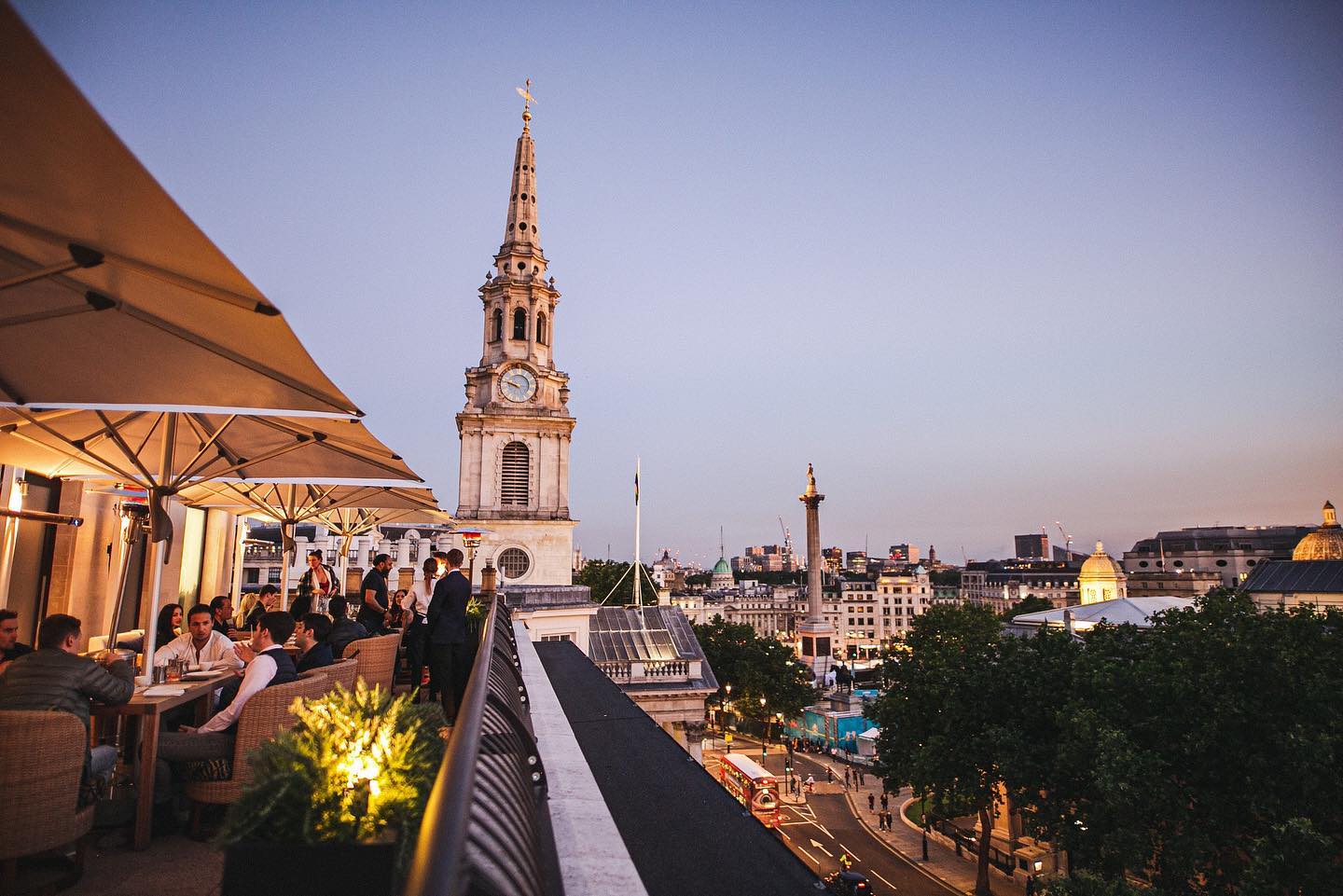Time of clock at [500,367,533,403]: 9:47
